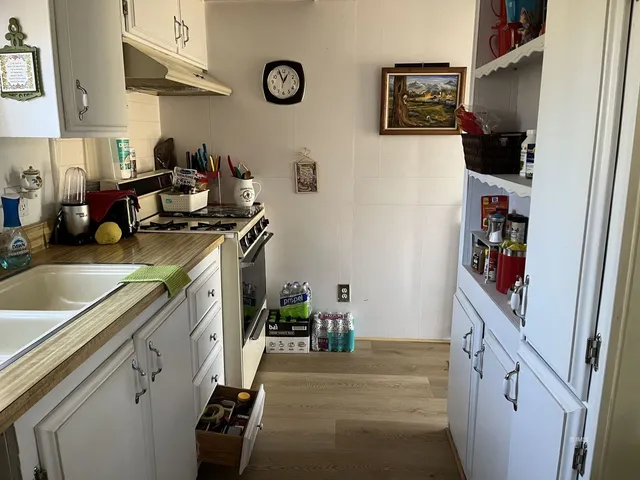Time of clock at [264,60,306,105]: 12:56
